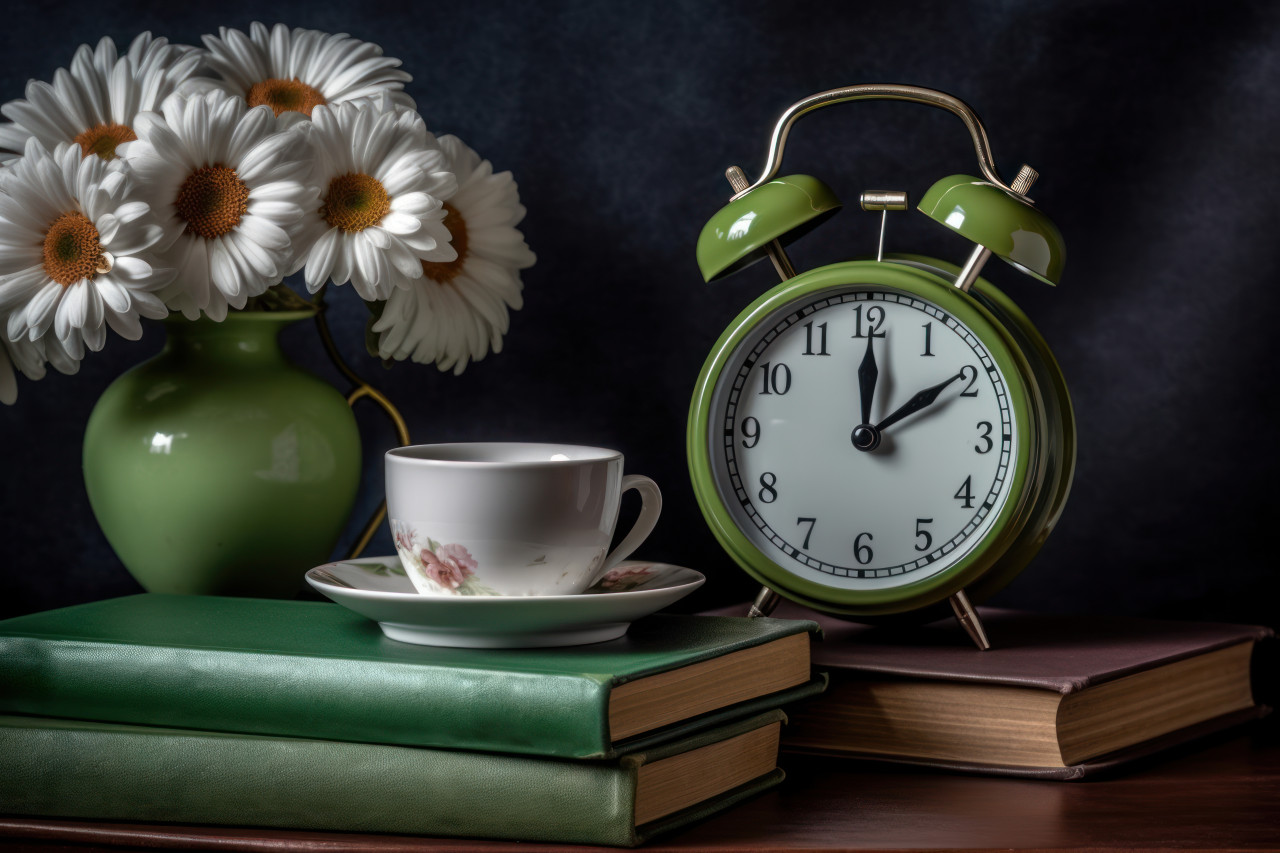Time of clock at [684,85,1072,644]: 12:09
